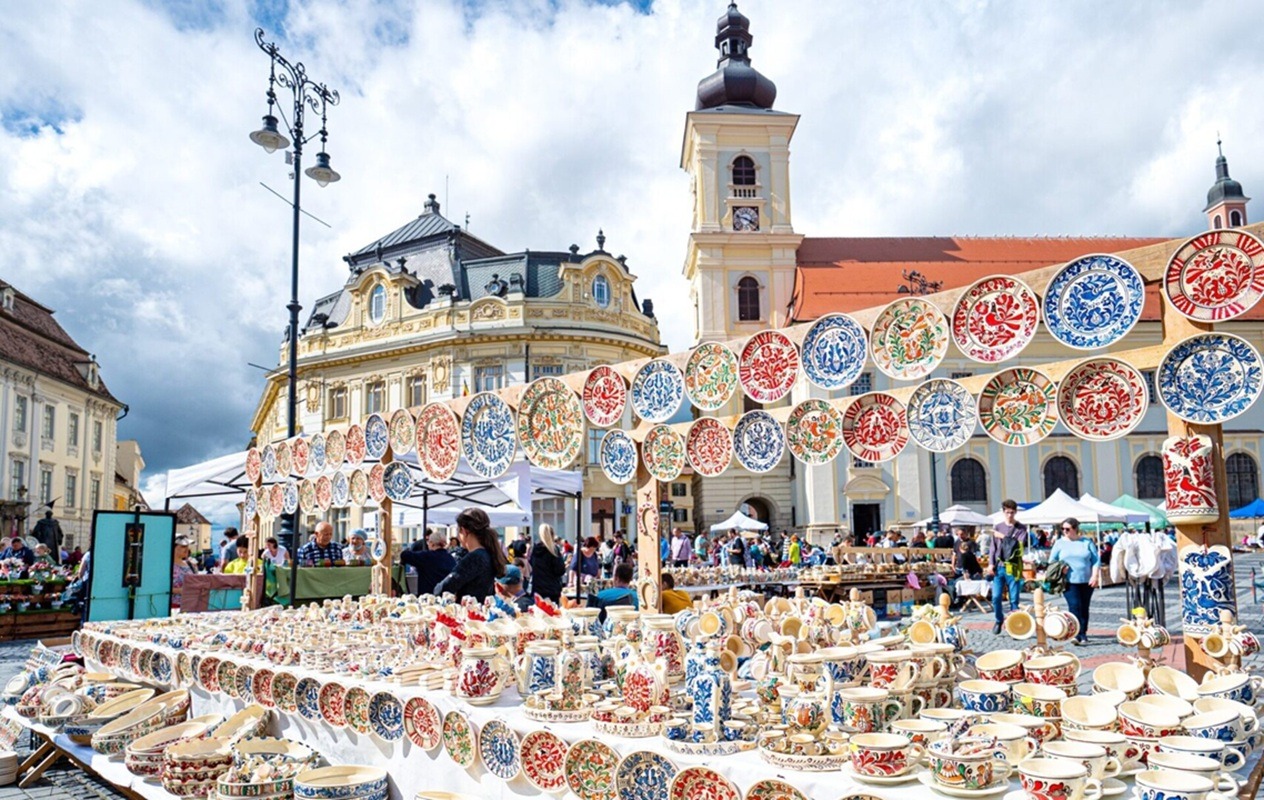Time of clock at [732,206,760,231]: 3:47
